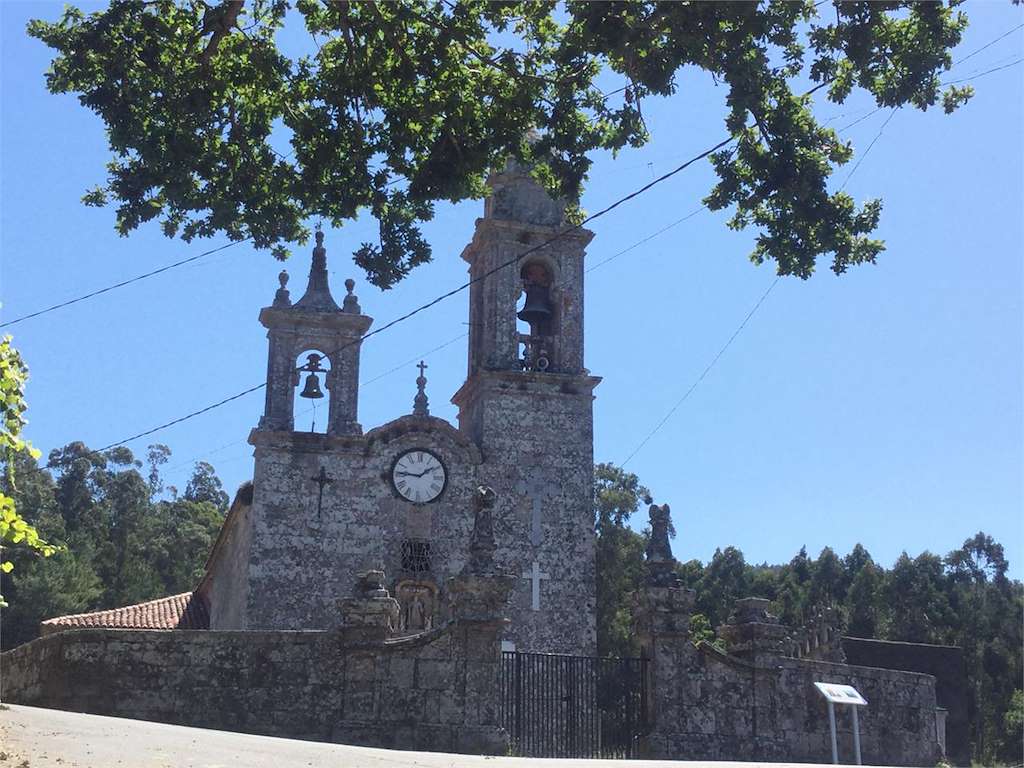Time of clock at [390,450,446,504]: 1:46
